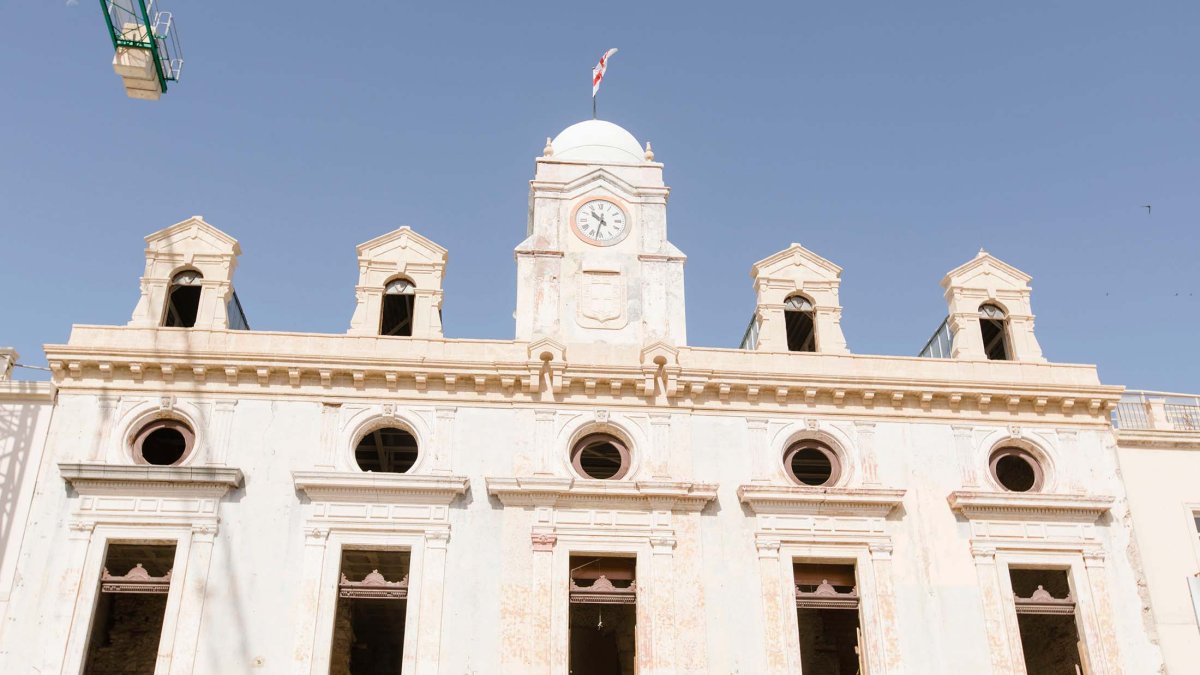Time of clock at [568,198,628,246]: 10:32
